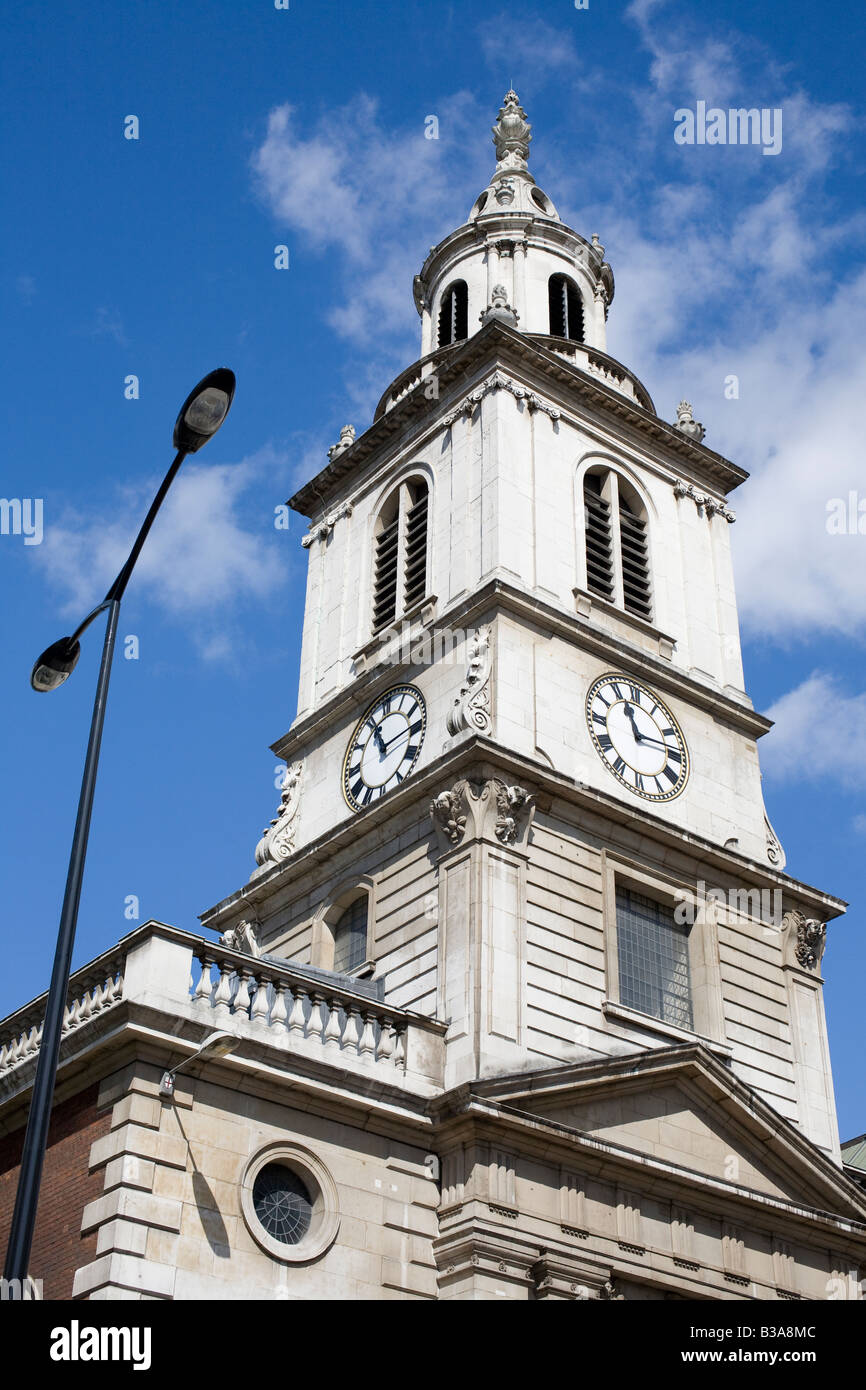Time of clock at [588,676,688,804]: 11:13
